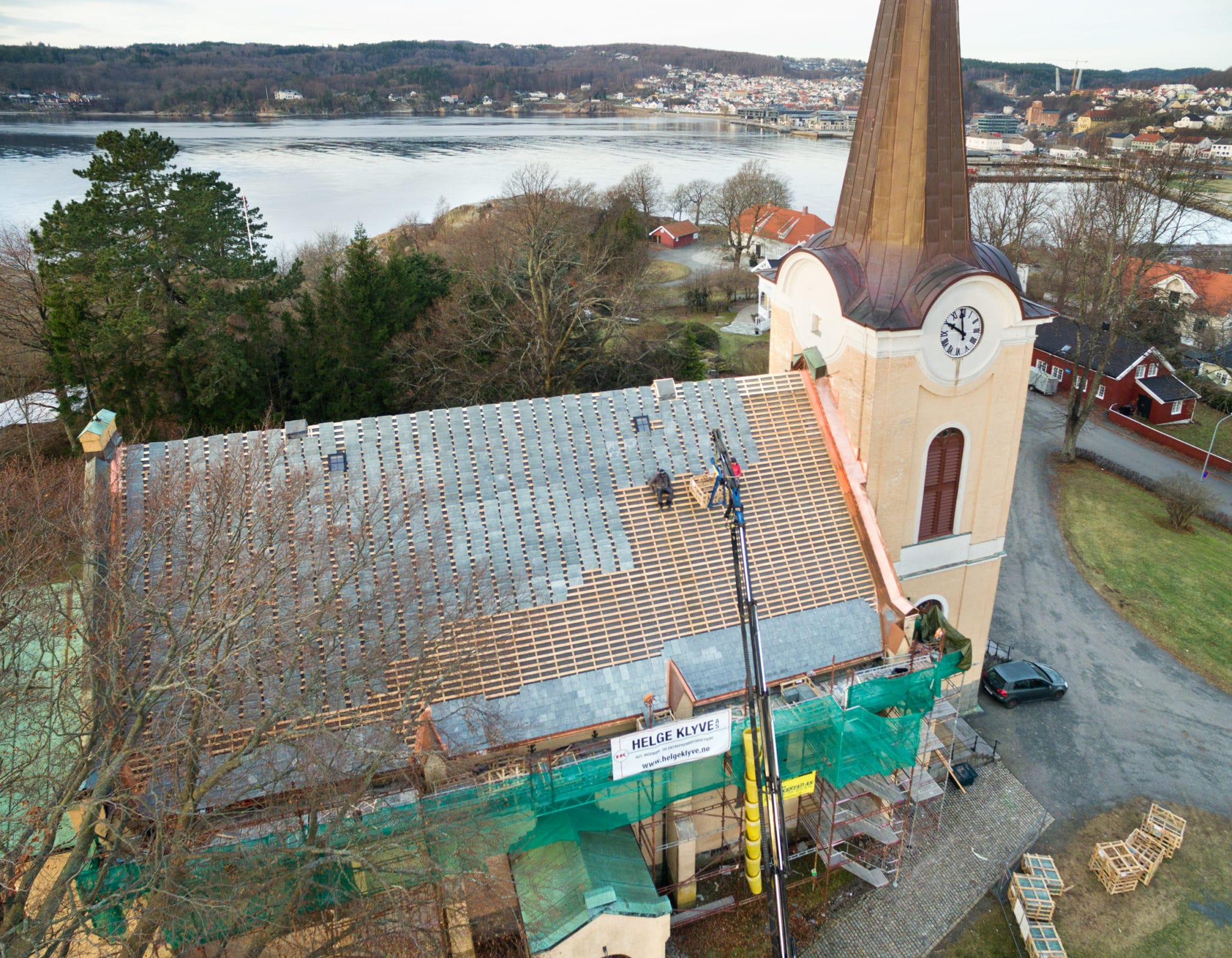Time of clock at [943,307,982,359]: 9:58
